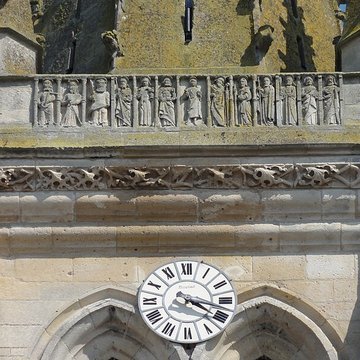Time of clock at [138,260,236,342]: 4:17
